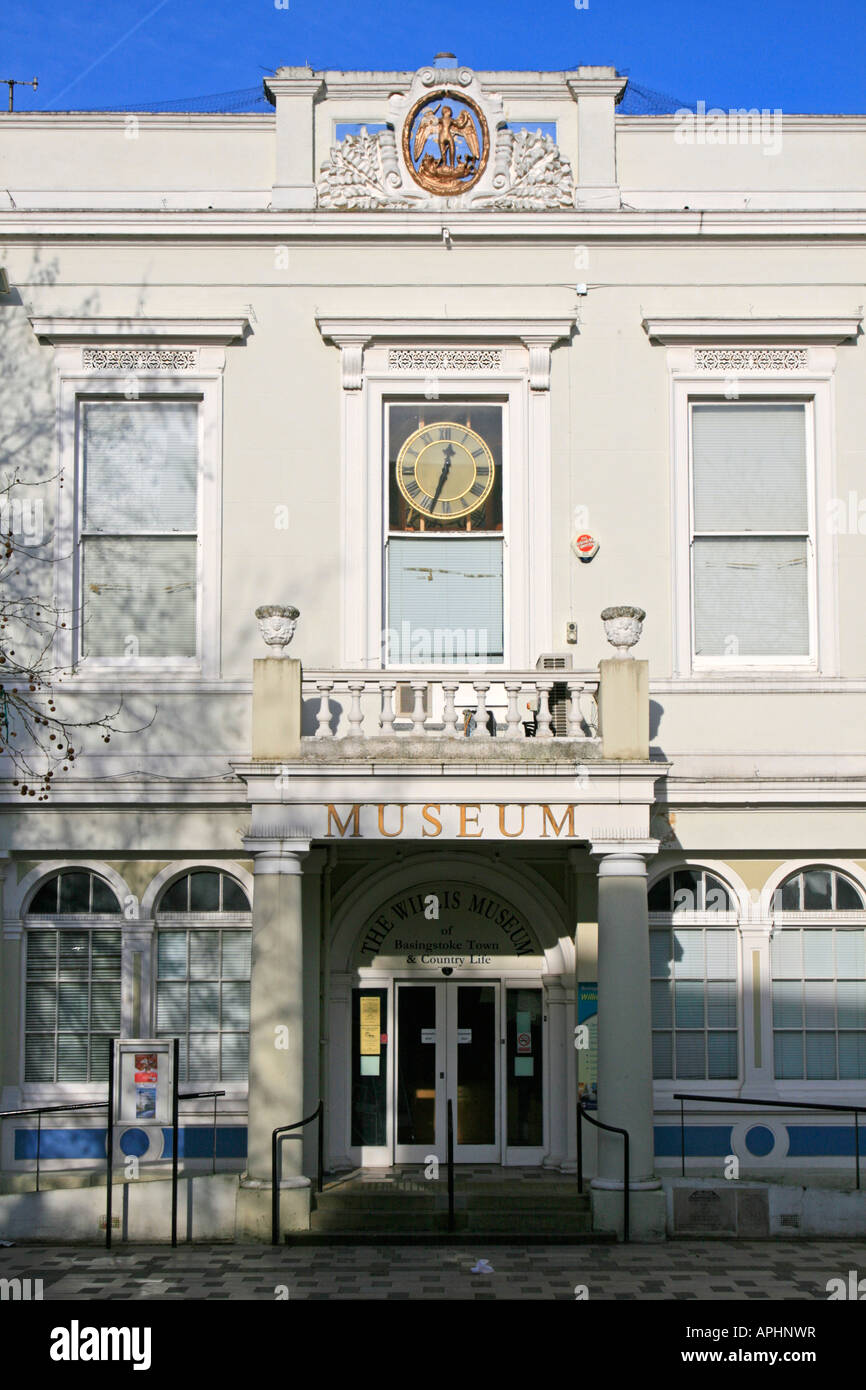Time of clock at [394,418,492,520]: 12:33
